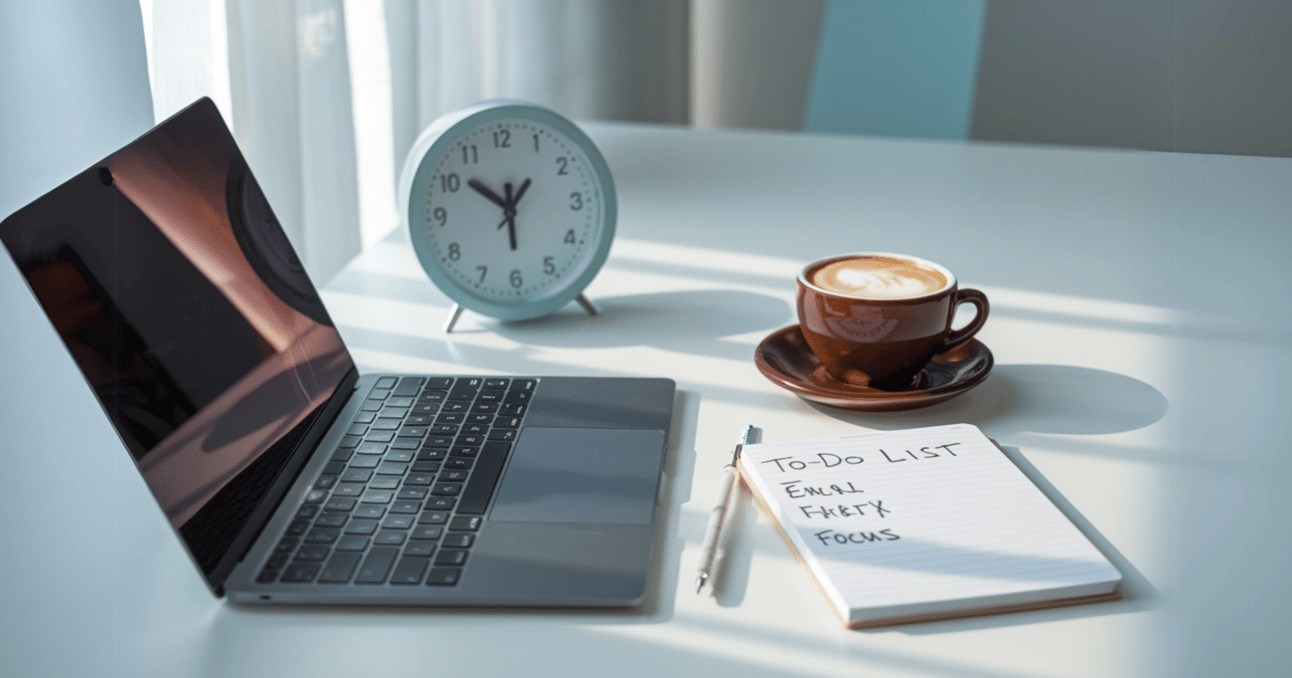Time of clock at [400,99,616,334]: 5:51
